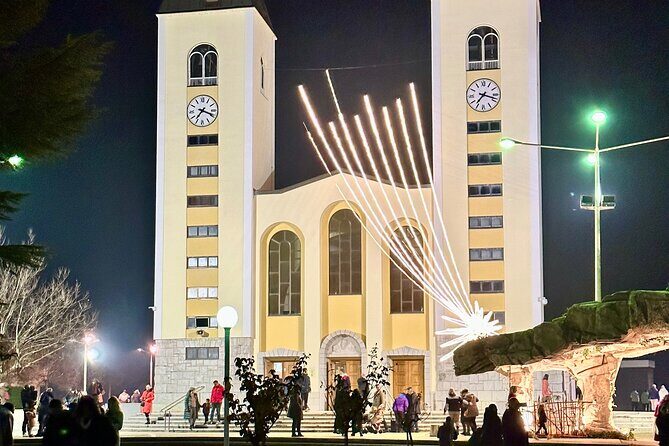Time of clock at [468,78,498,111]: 7:17
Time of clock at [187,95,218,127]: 7:18
